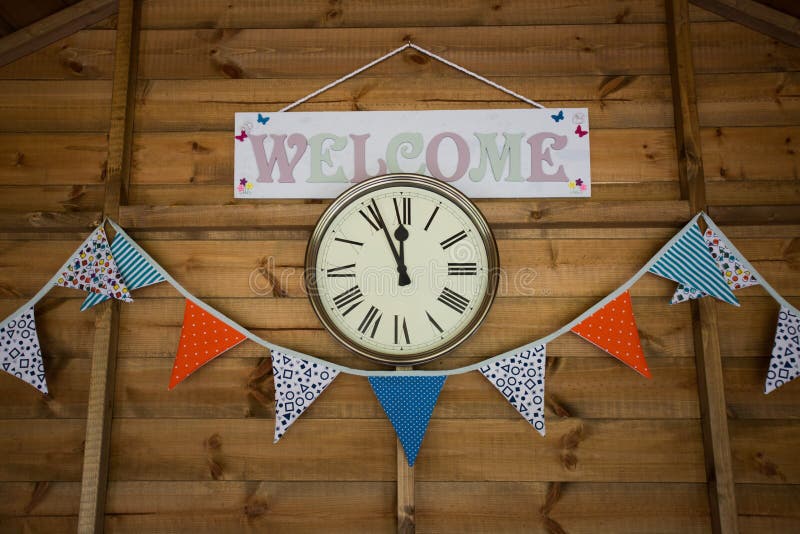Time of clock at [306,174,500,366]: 11:55
